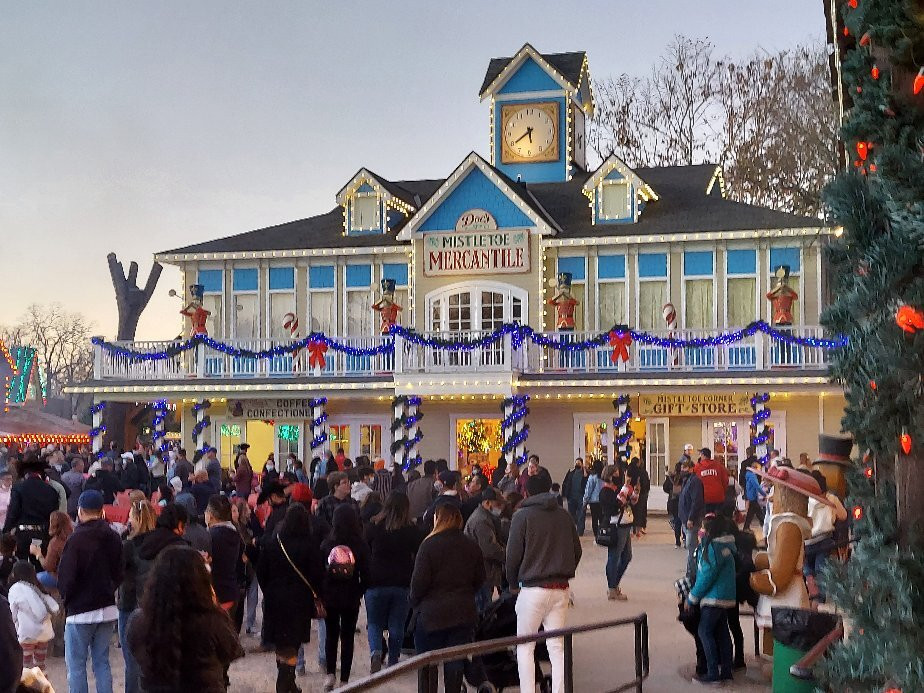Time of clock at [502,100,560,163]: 5:39
